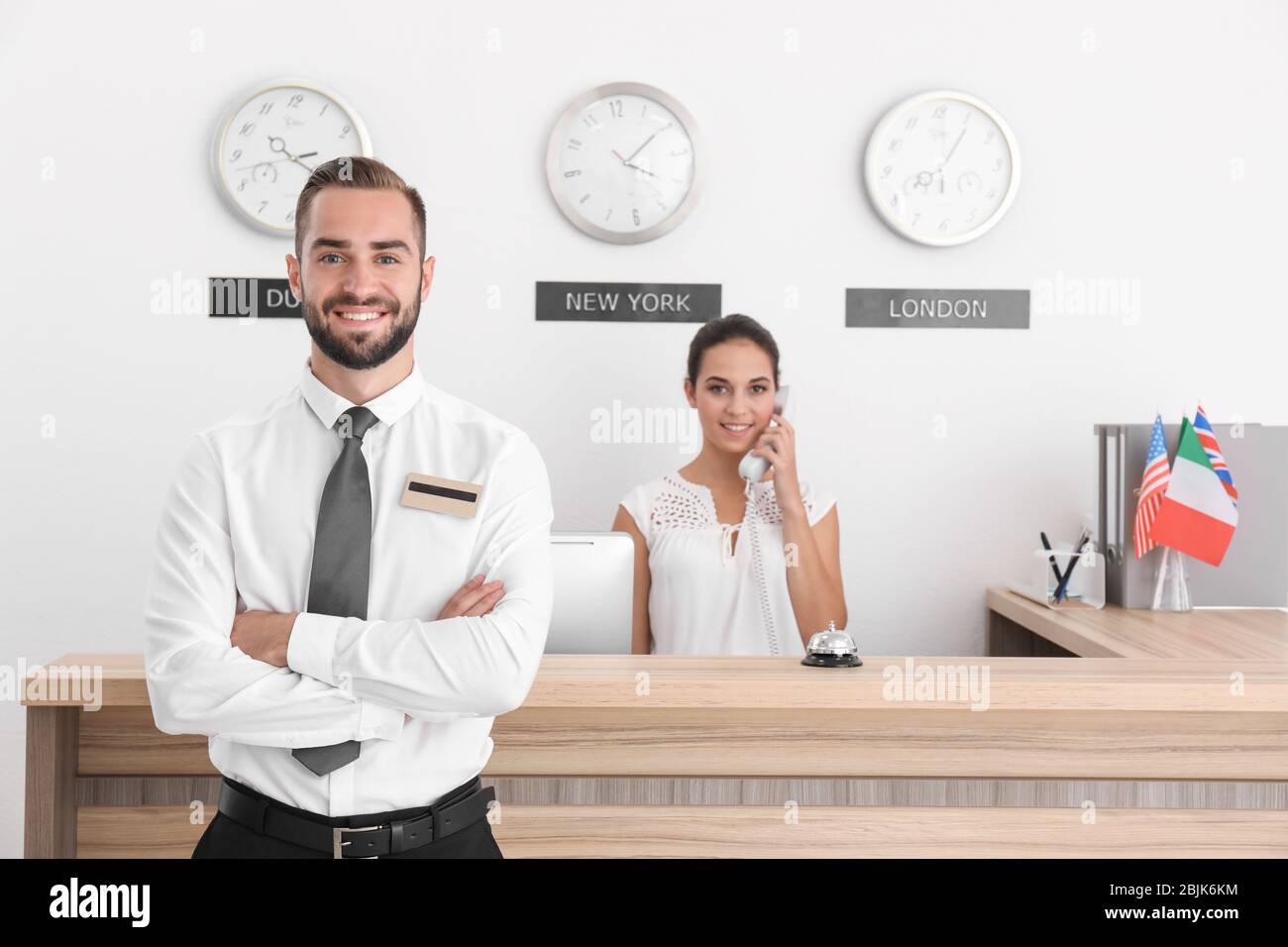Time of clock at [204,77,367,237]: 3:42
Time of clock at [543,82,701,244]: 4:09
